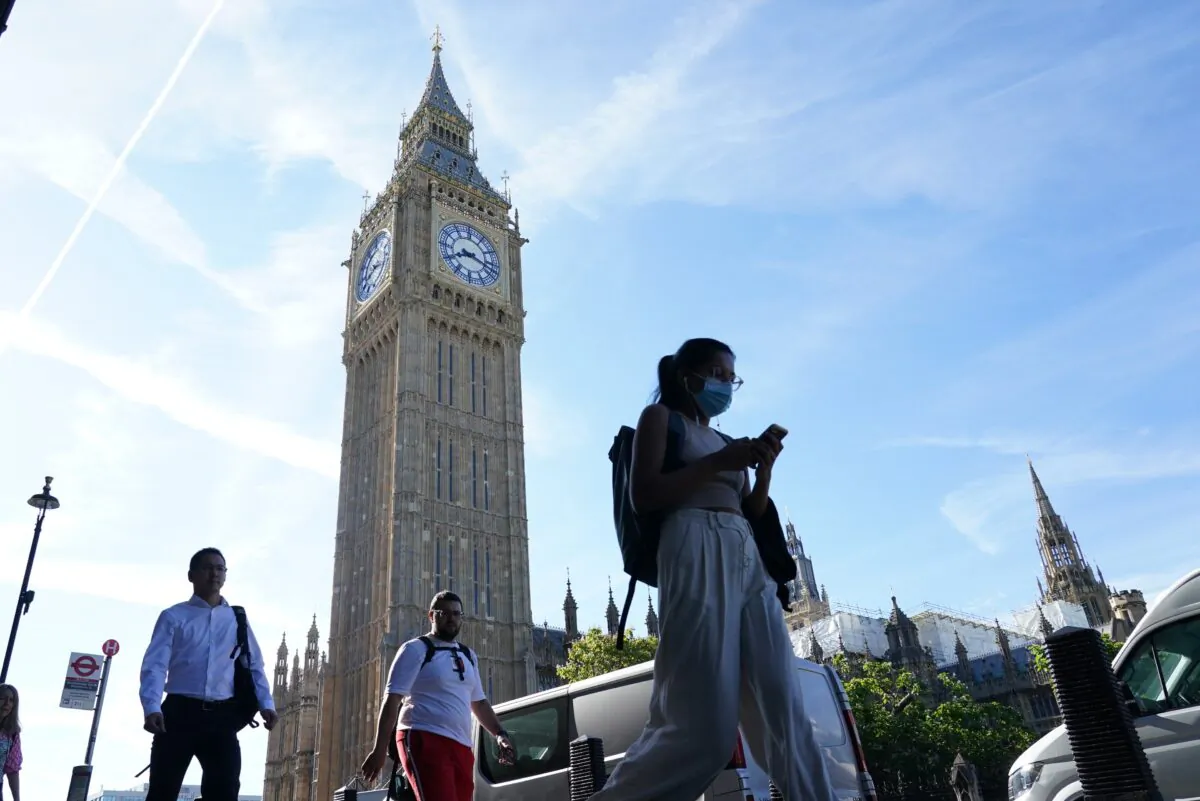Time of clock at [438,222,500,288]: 8:17
